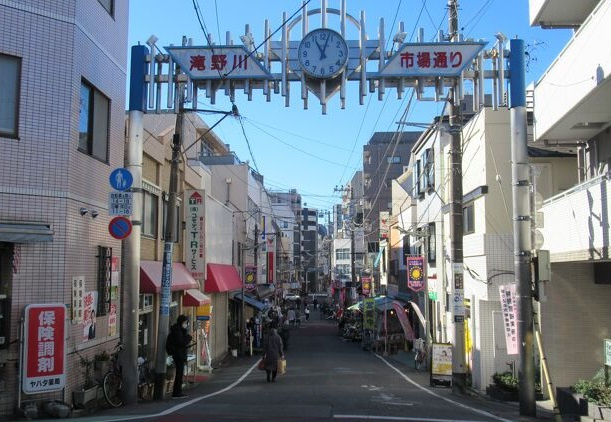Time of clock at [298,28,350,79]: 11:03
